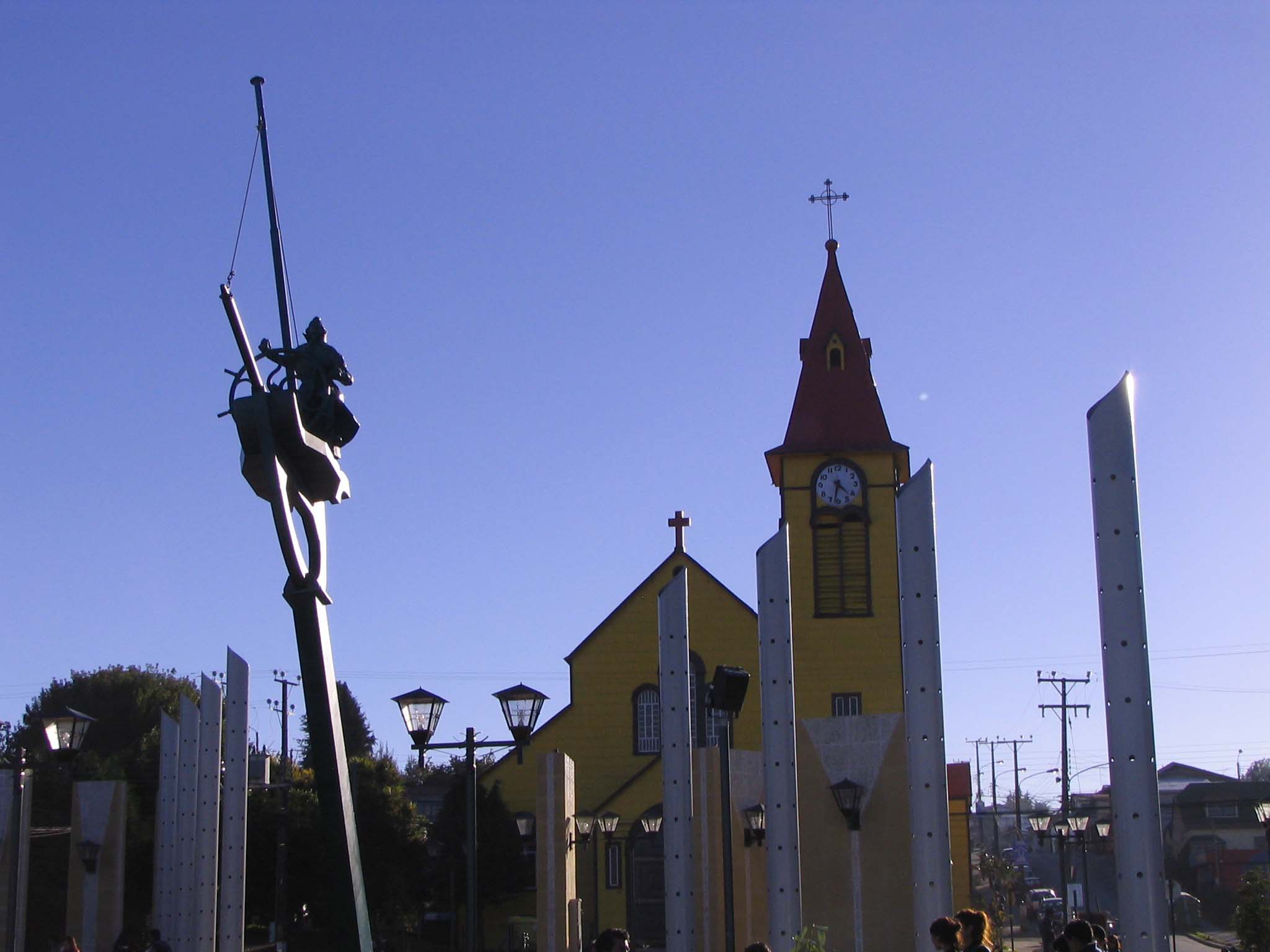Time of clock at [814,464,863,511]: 4:32
